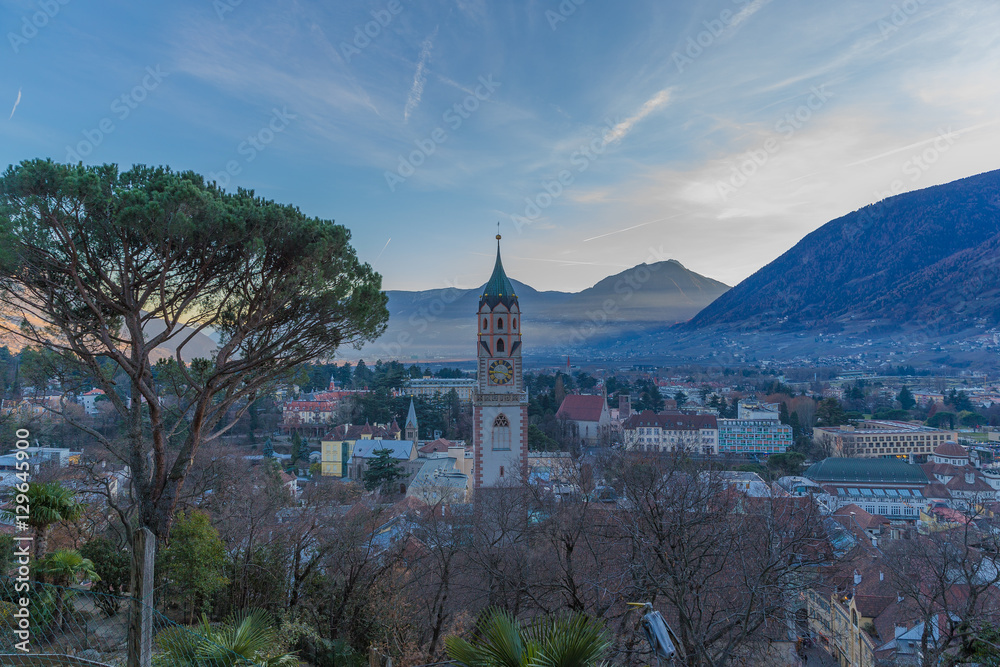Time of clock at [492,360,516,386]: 3:43
